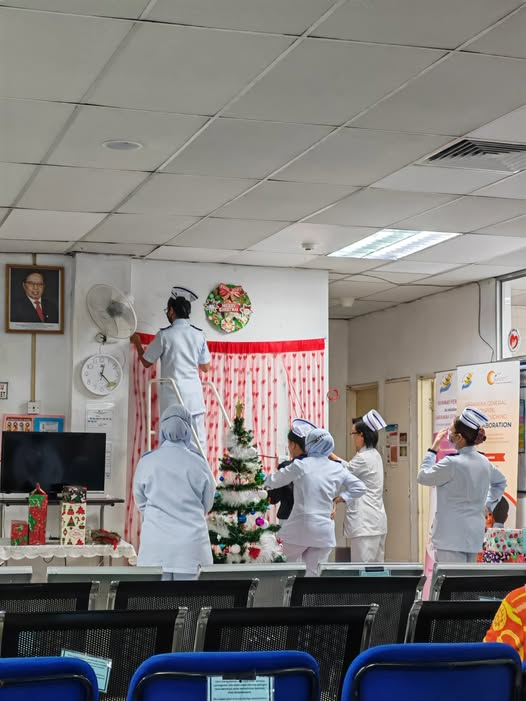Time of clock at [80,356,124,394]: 12:23
